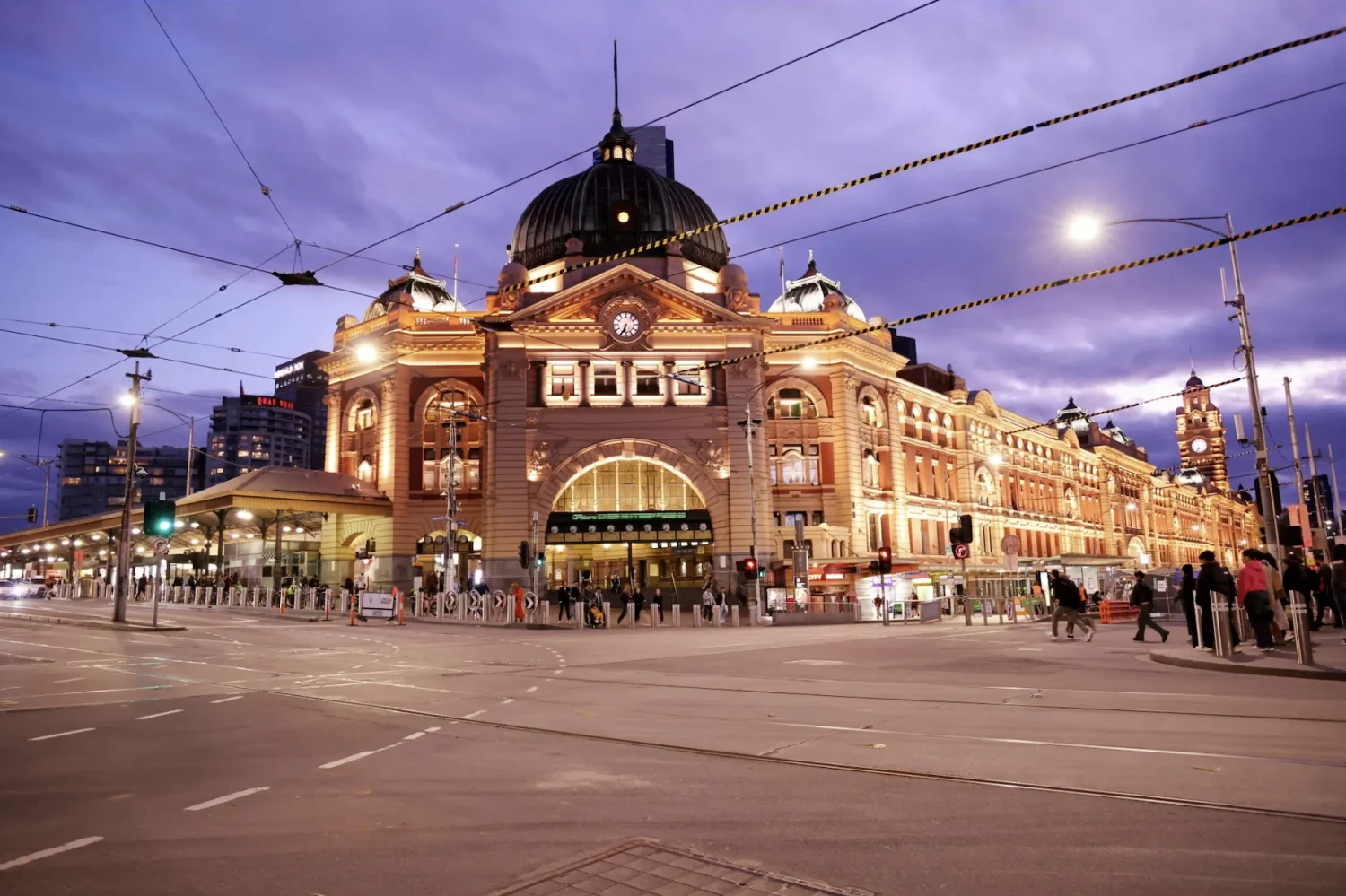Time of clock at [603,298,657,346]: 6:34
